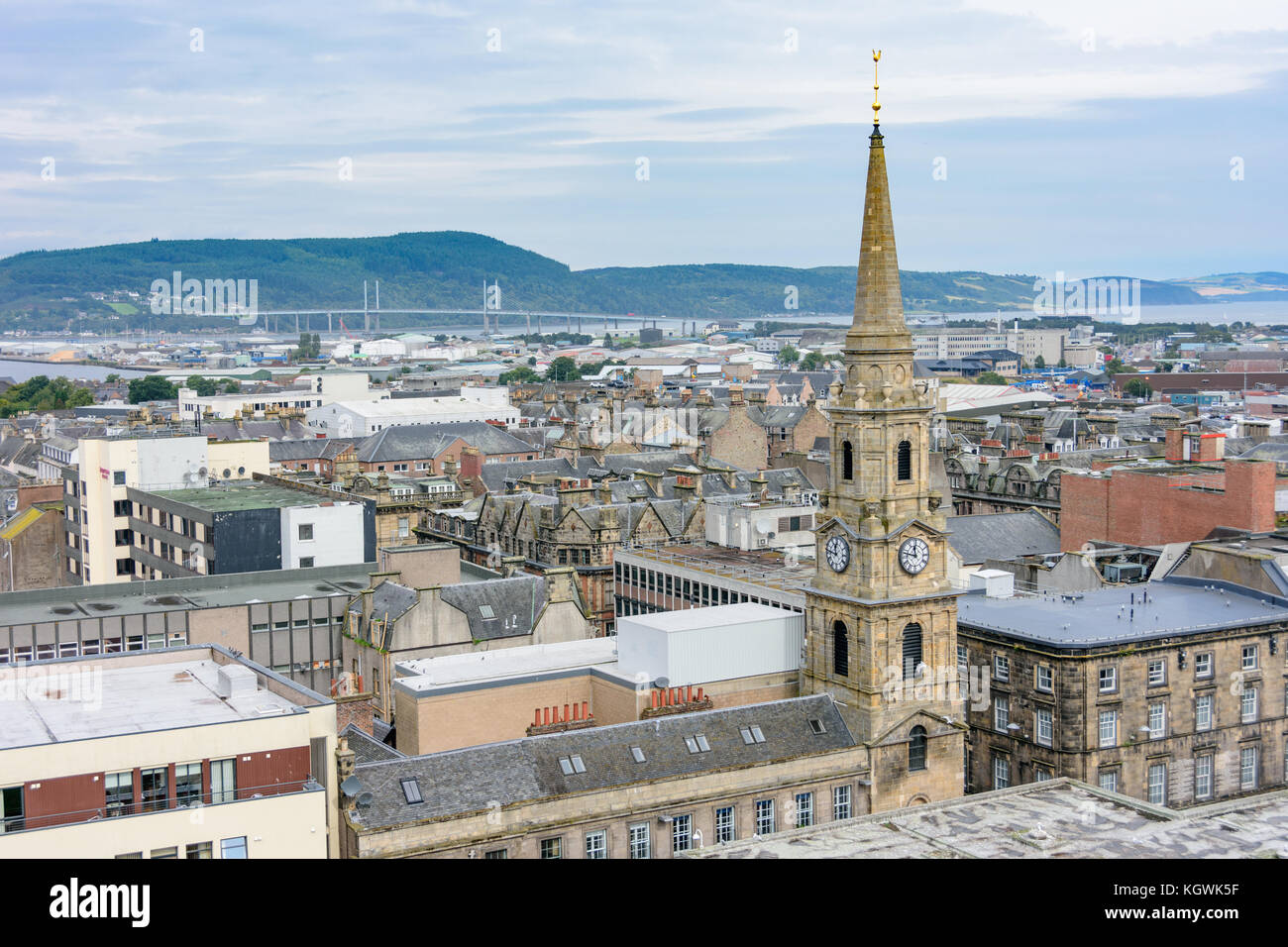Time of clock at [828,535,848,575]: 11:46
